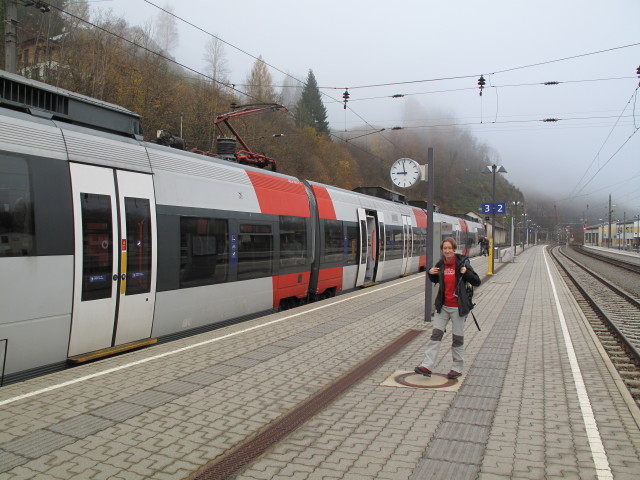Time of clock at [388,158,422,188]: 8:58
